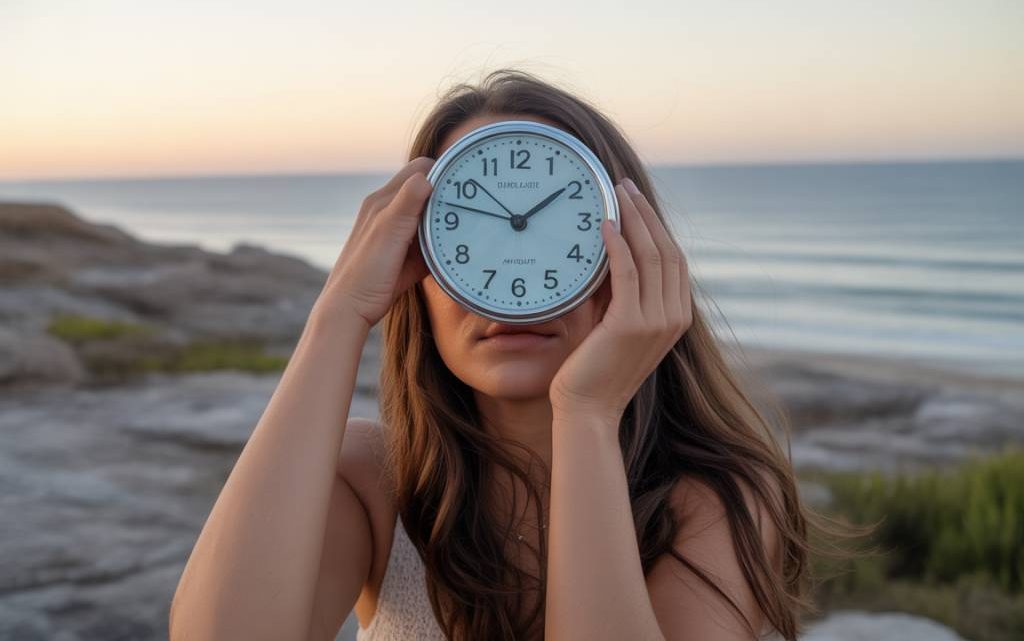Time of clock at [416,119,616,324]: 1:47
